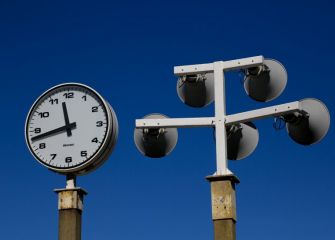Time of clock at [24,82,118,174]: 11:42
